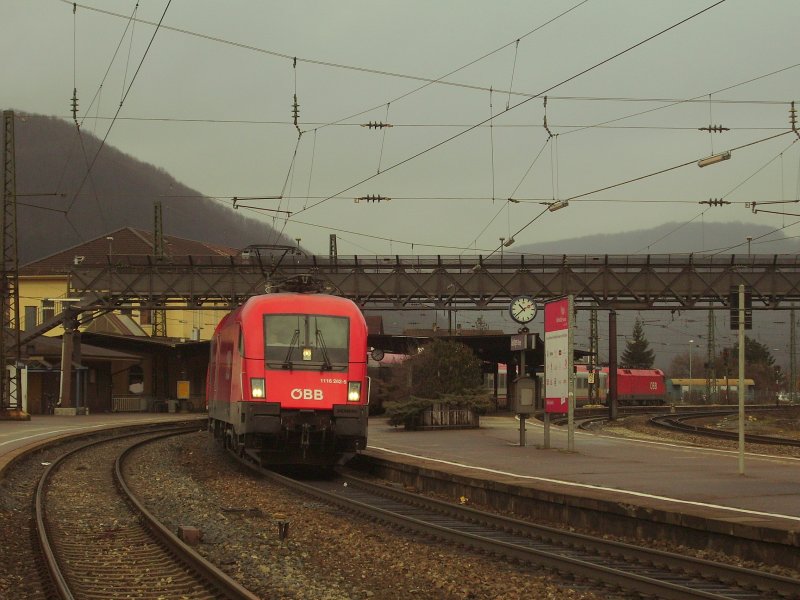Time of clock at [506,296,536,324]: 10:37
